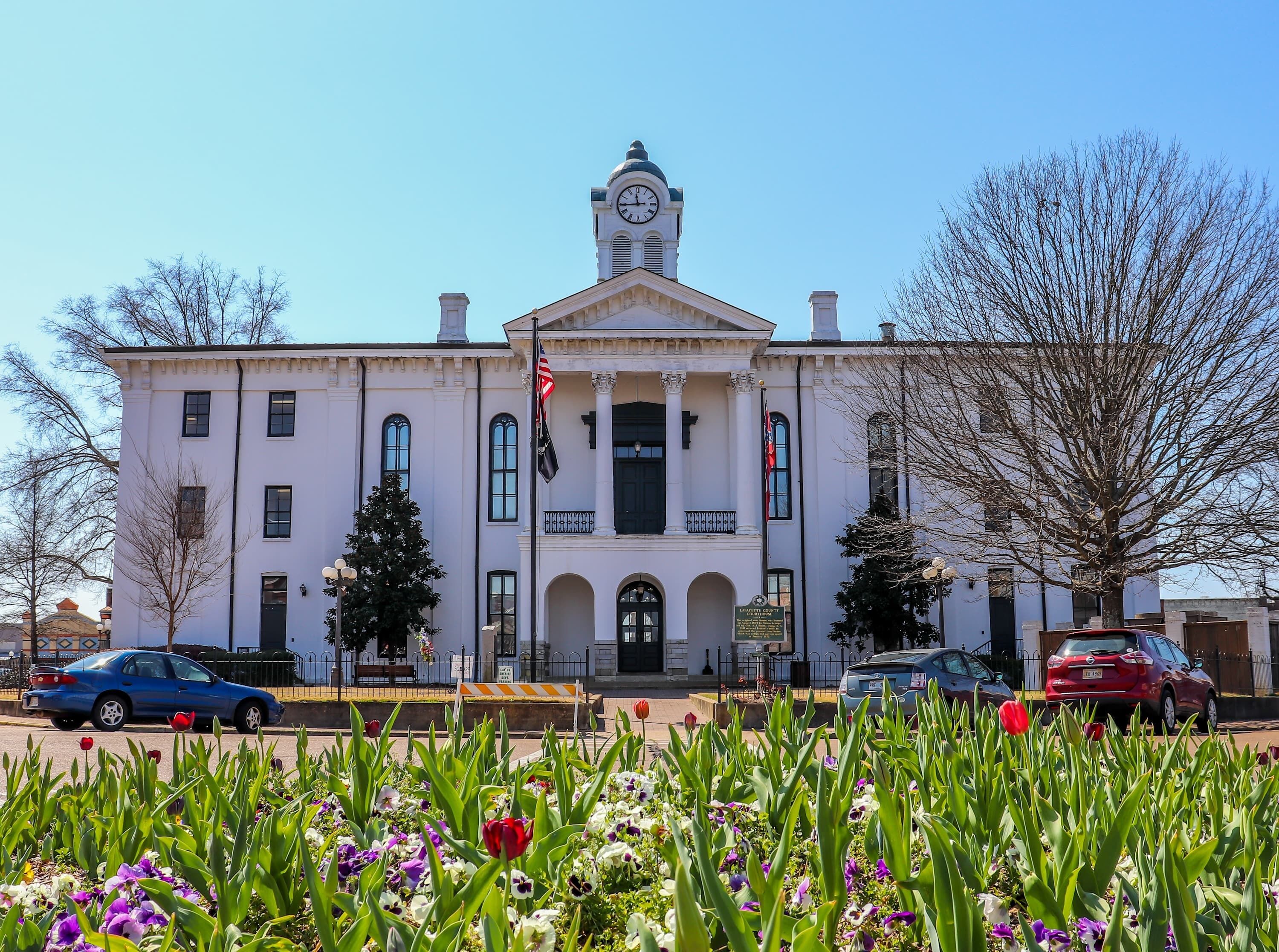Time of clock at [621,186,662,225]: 11:44
